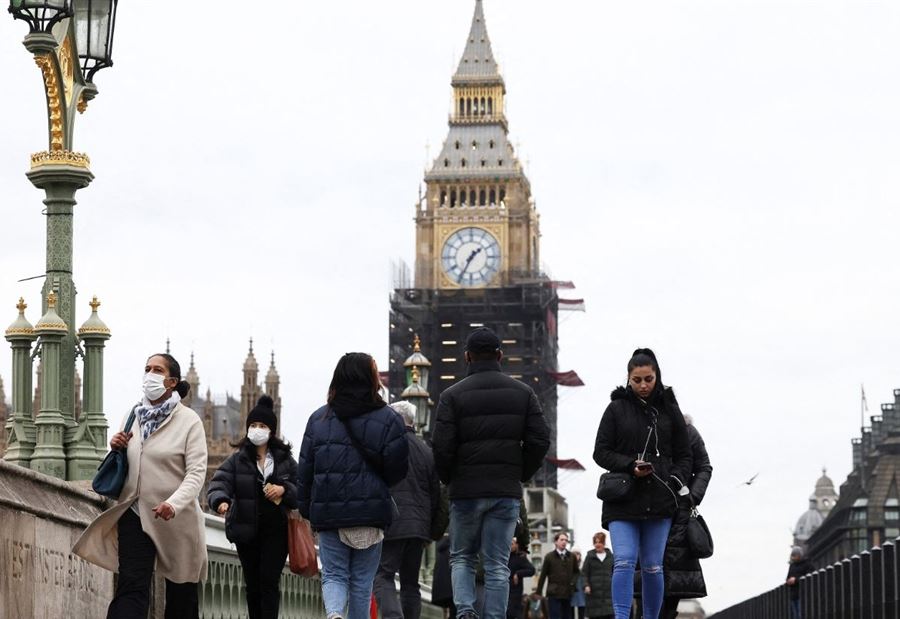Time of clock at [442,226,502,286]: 1:34
